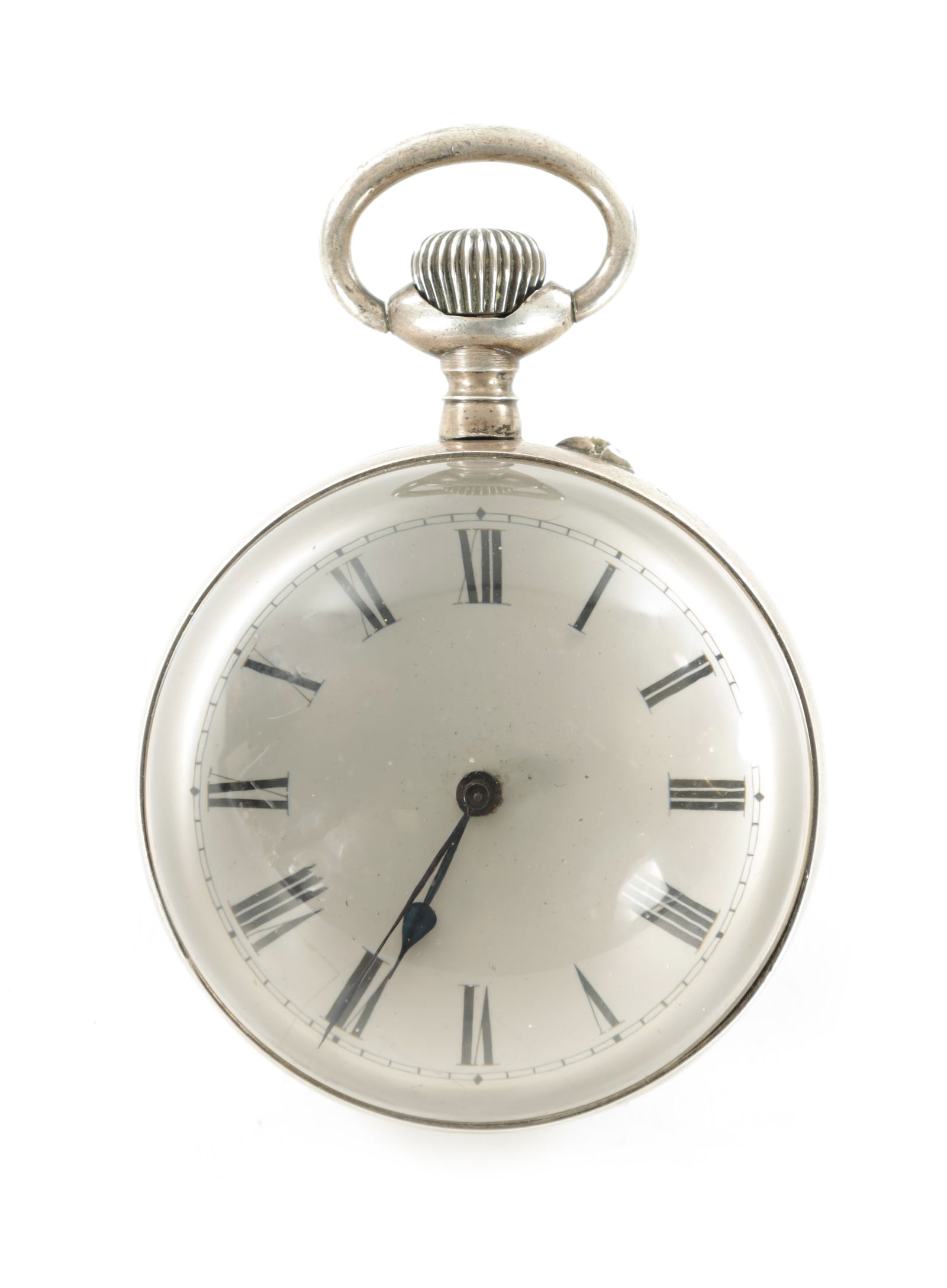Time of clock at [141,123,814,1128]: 6:34
